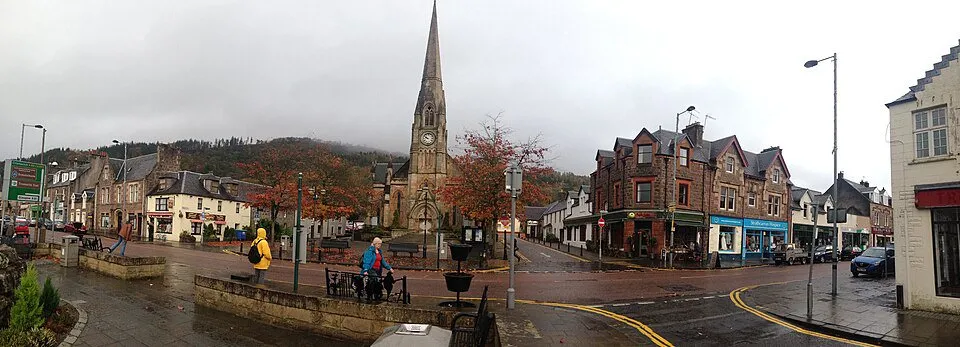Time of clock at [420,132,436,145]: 9:51
